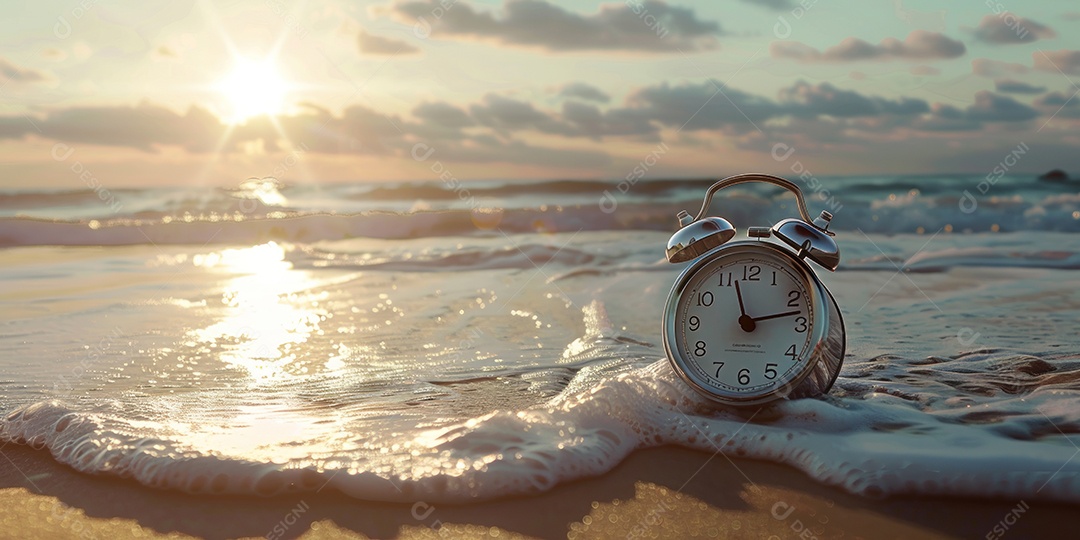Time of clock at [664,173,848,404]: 11:13
